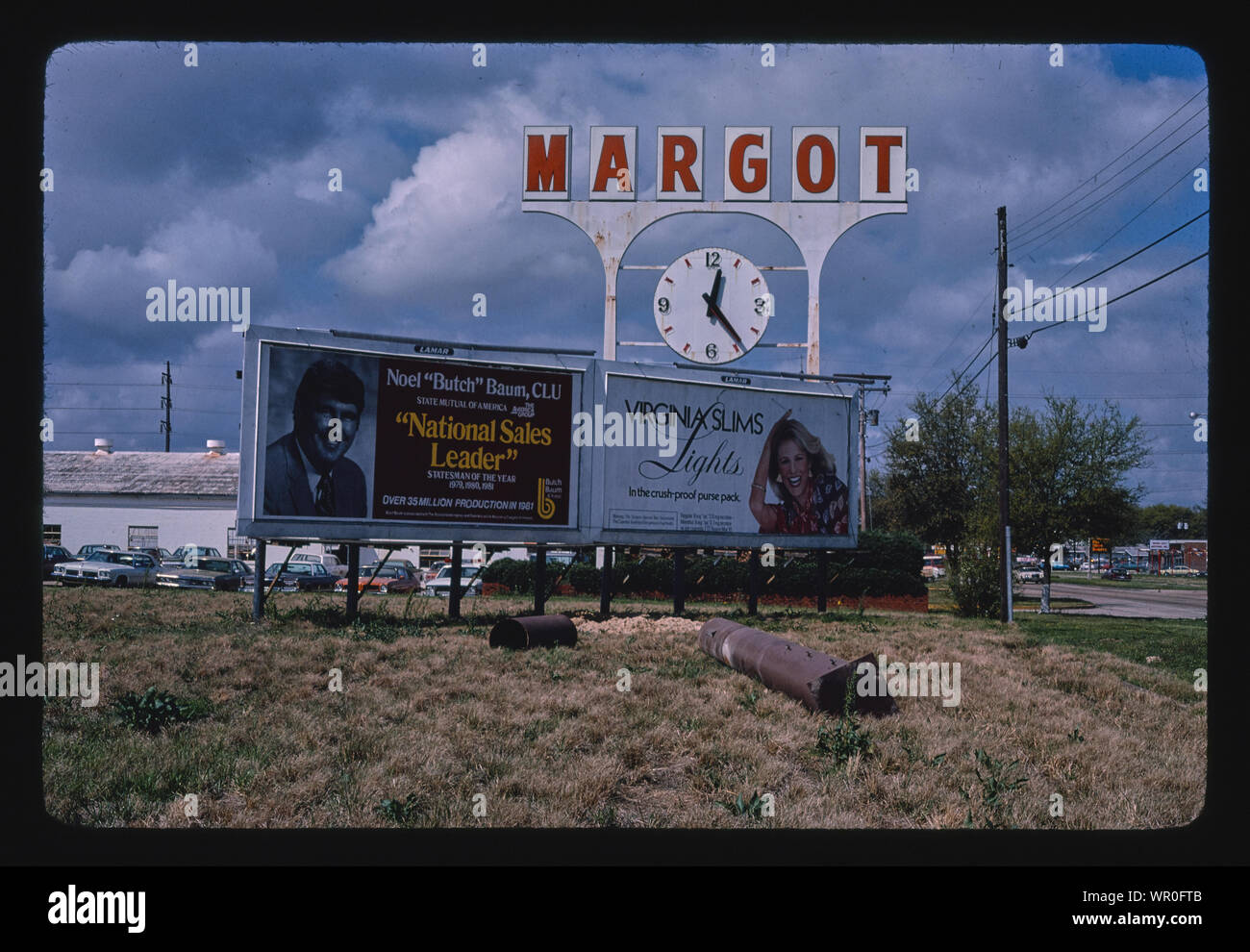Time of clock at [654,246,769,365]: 12:23
